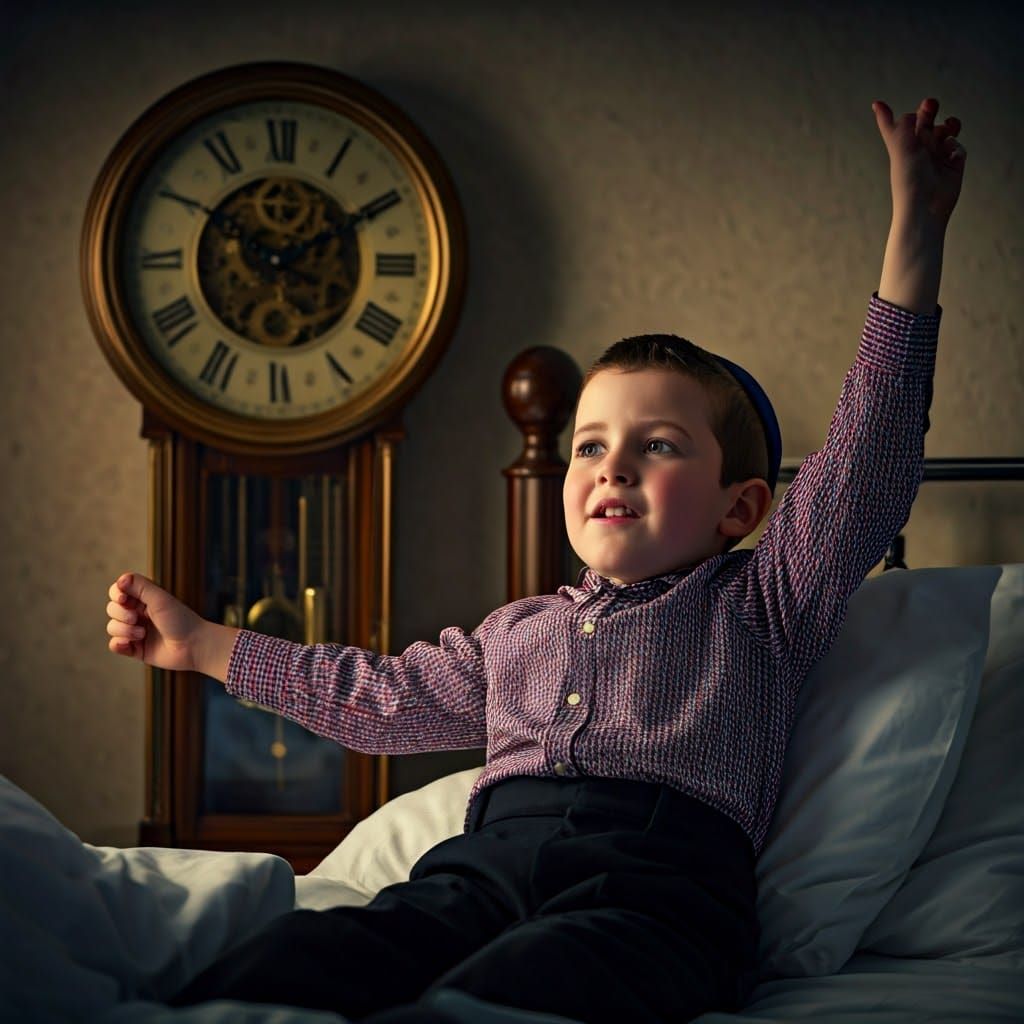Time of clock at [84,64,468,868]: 10:10
